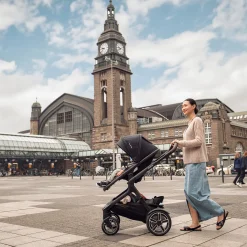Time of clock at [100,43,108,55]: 9:38
